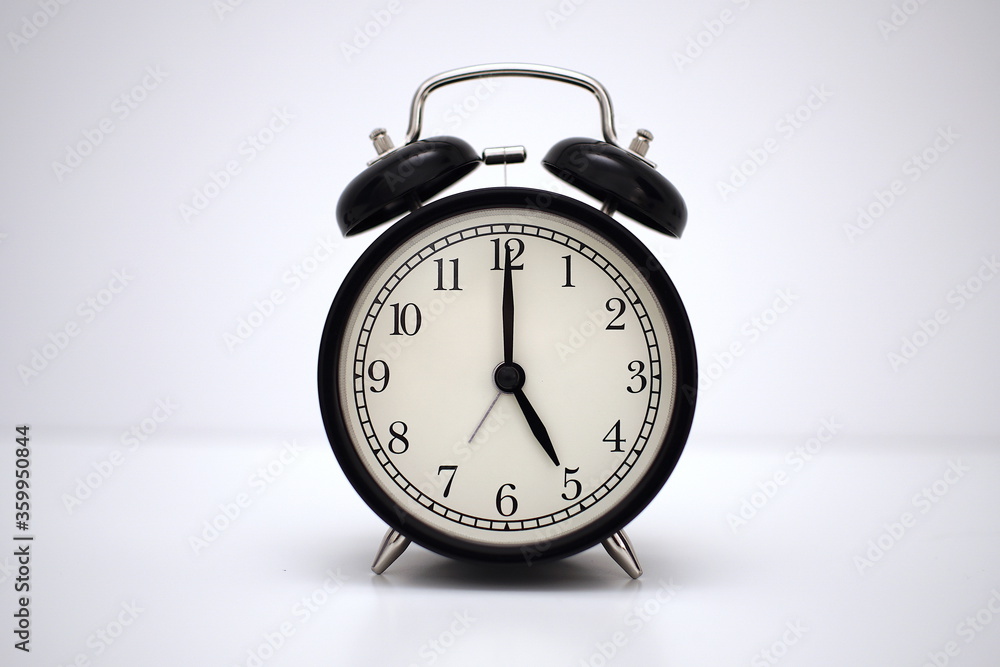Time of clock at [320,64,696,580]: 5:00
